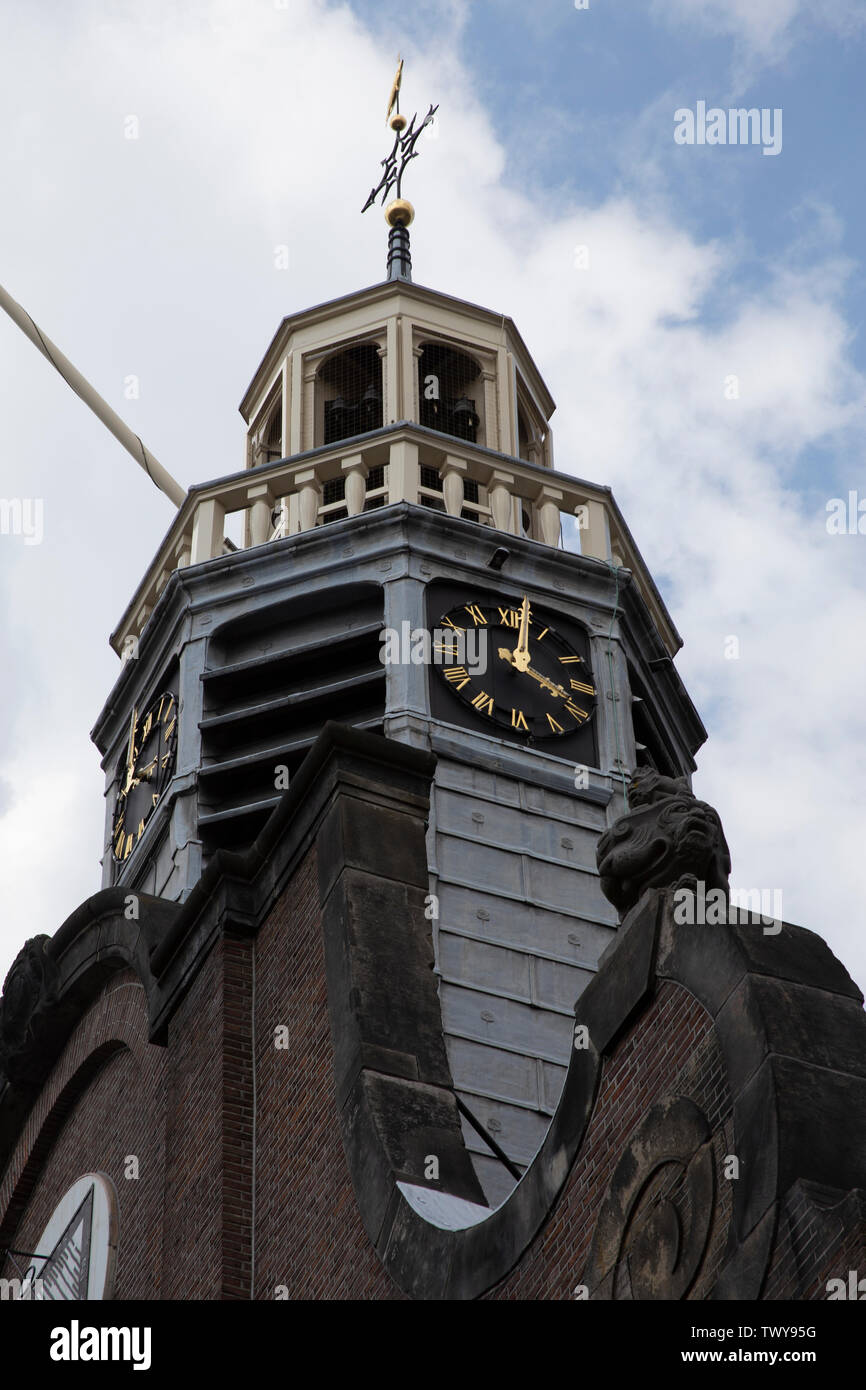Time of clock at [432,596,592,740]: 4:01
